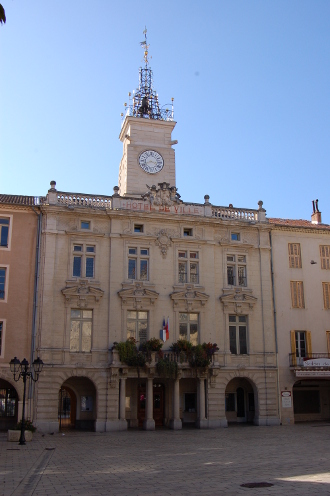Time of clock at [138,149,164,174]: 3:40
